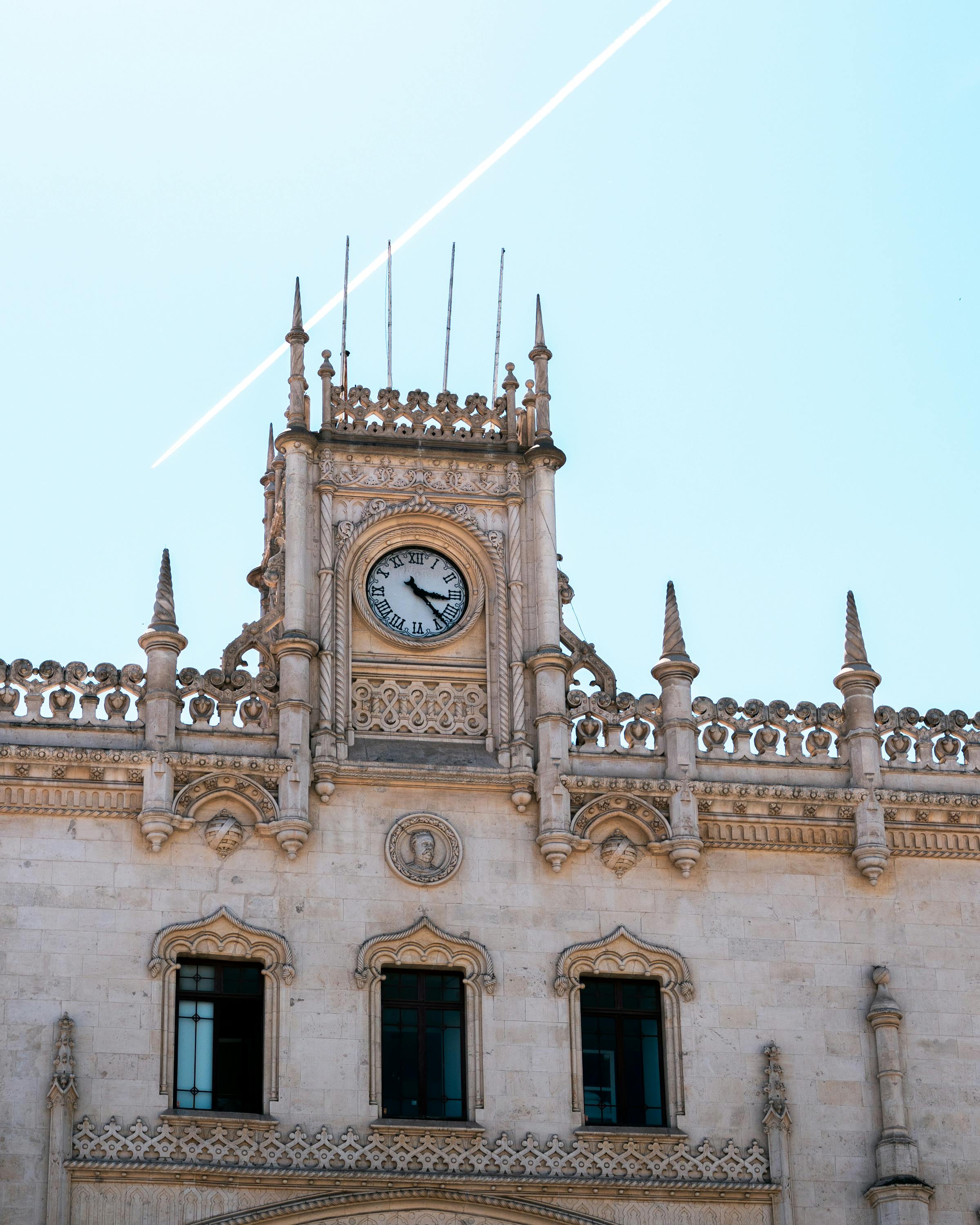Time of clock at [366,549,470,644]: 3:23
